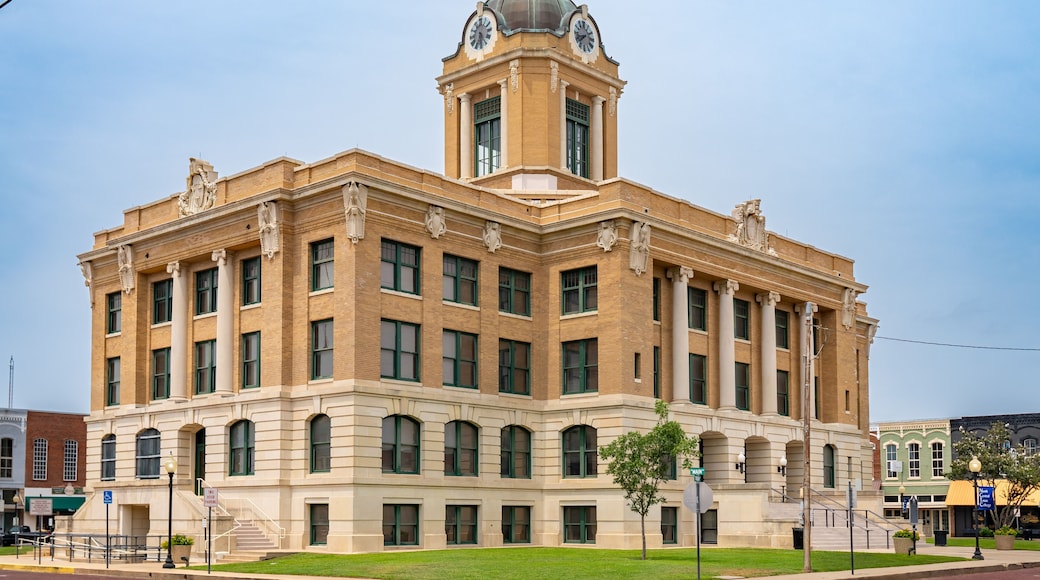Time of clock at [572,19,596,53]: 7:42
